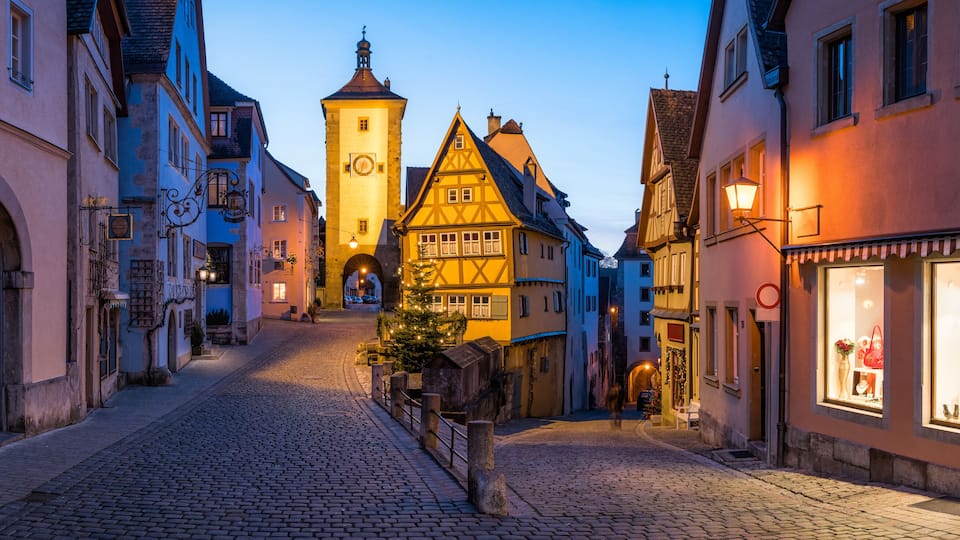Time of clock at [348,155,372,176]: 12:33
